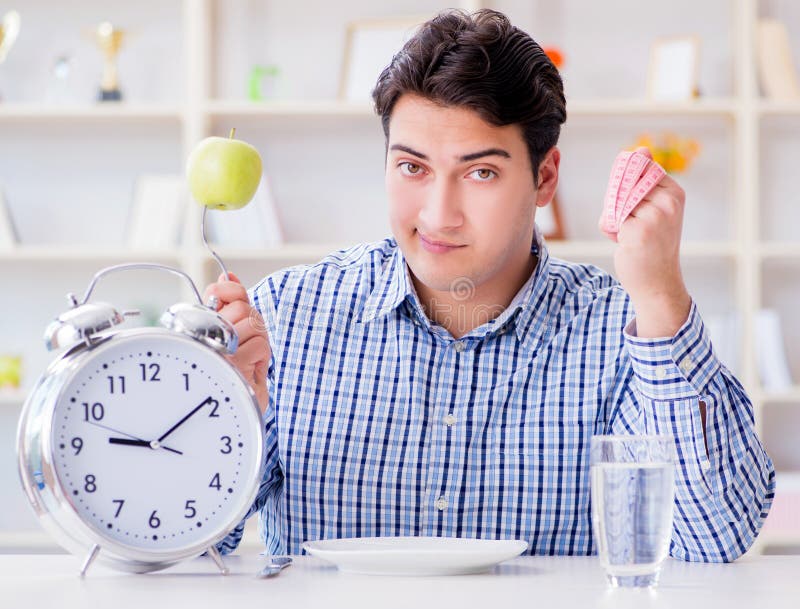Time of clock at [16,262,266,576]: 9:09
